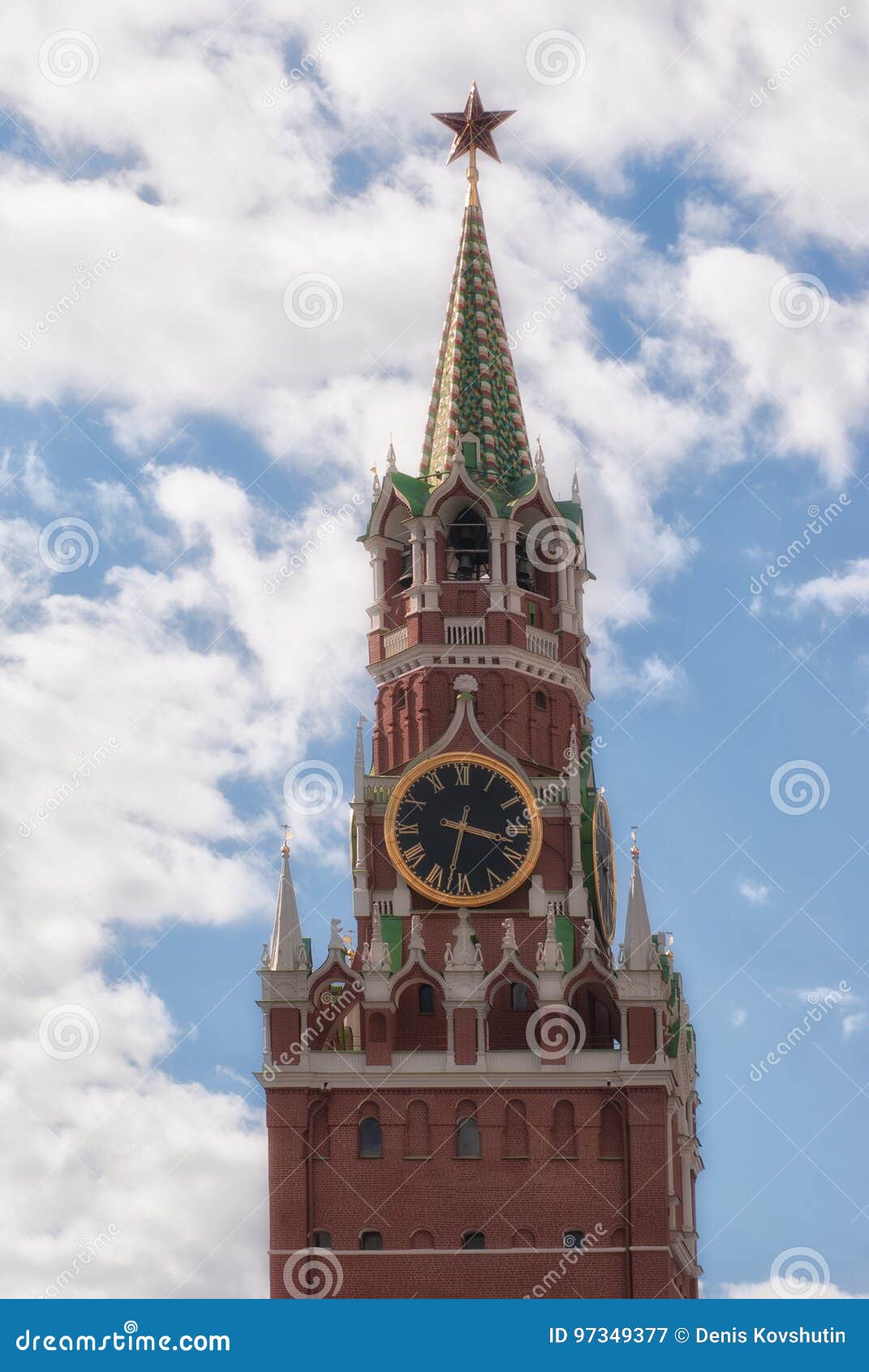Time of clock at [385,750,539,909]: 3:32
